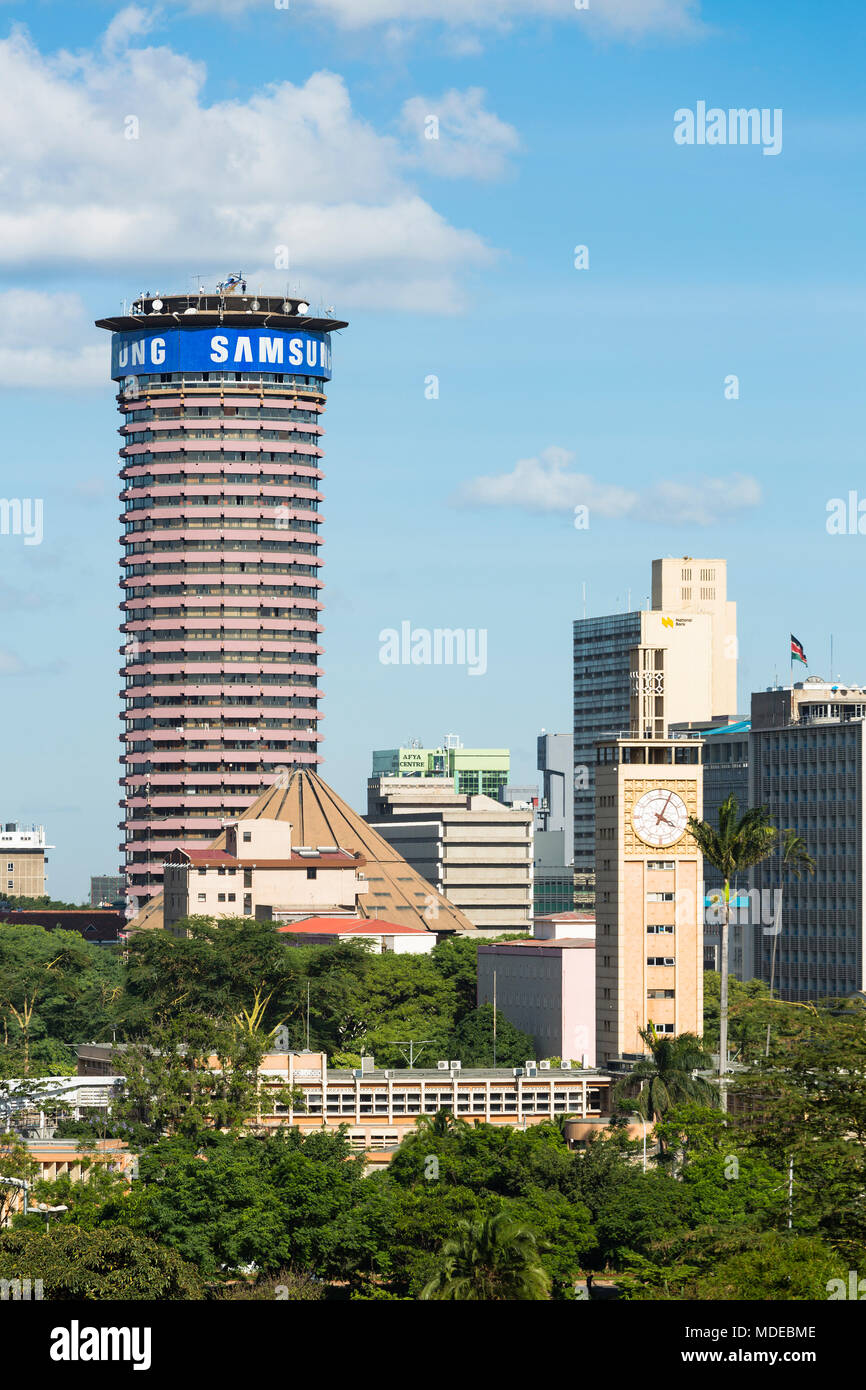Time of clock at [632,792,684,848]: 4:04
